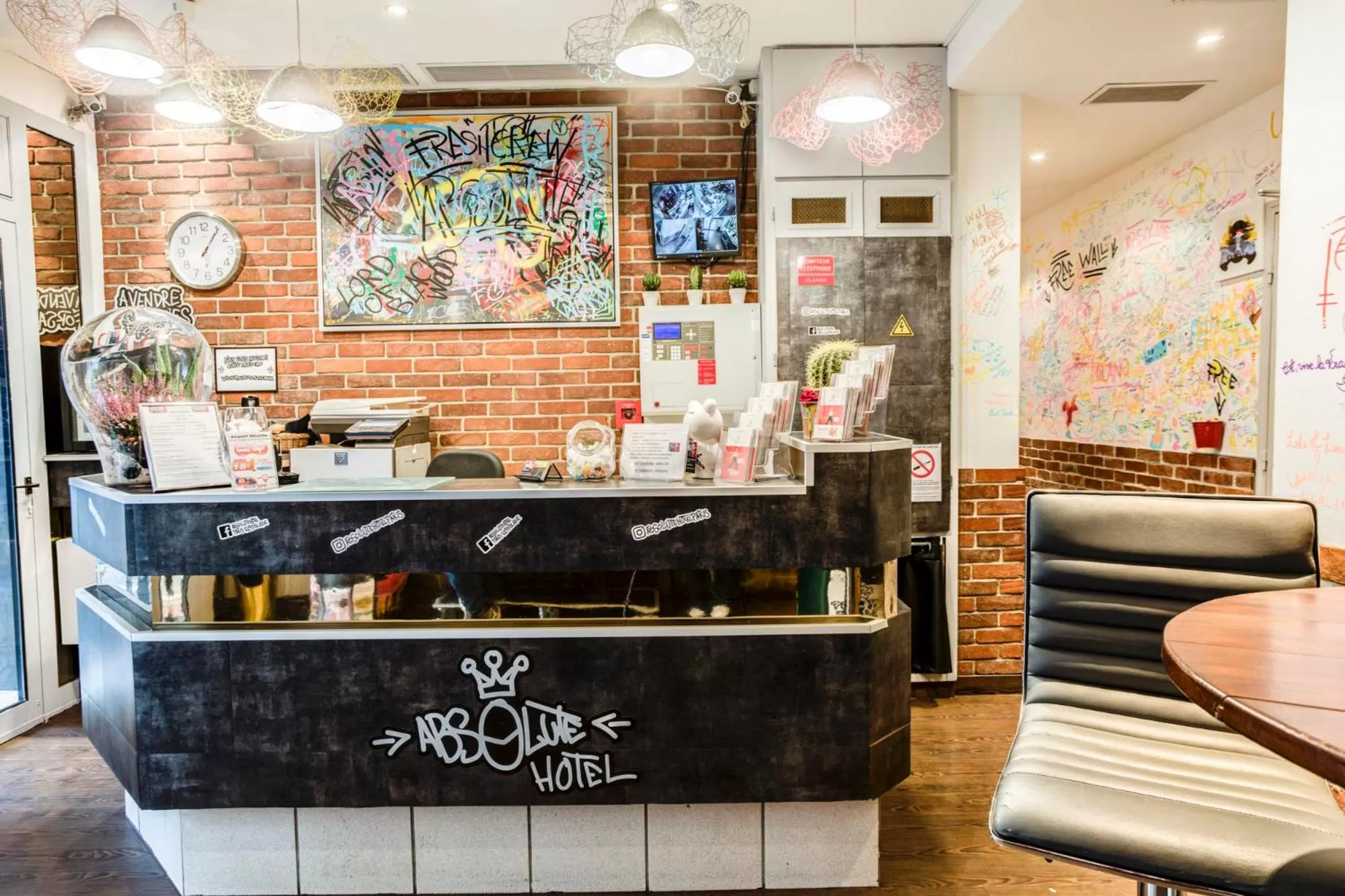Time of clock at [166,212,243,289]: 1:05
